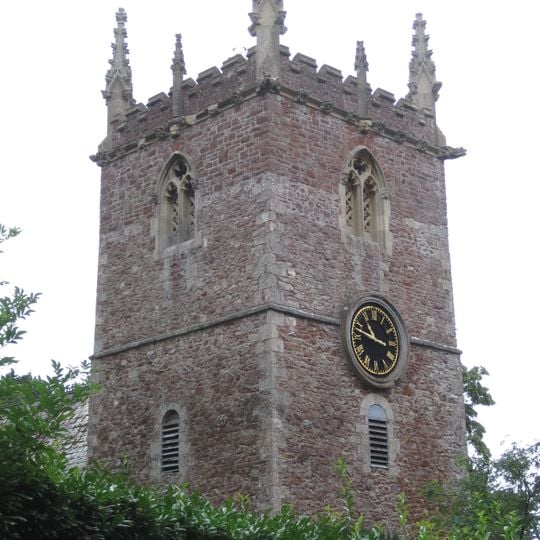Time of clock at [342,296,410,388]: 10:47
